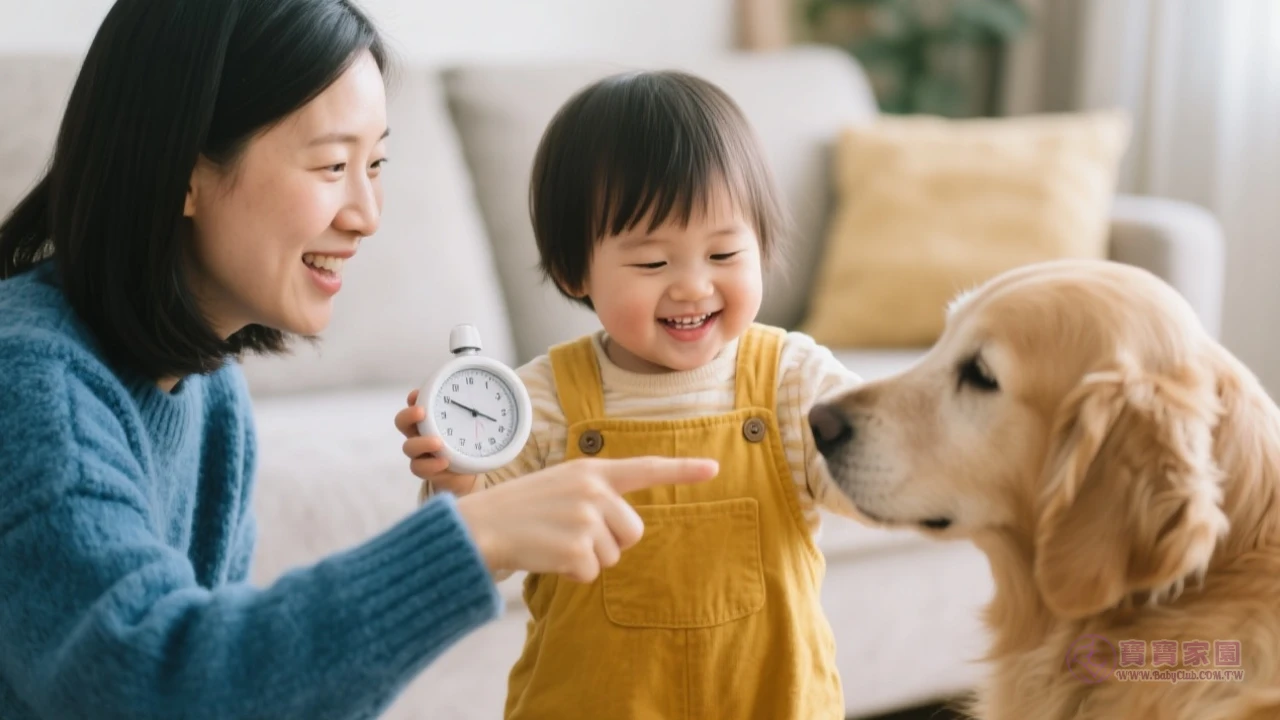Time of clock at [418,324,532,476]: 3:49
